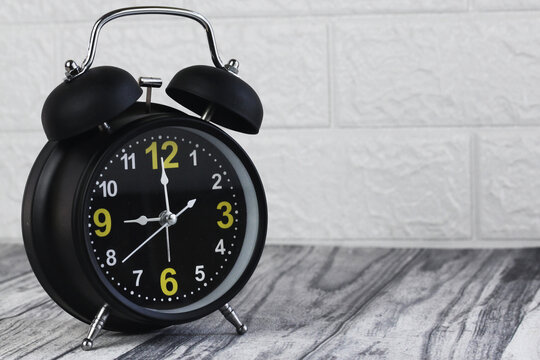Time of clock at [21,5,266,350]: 8:59
